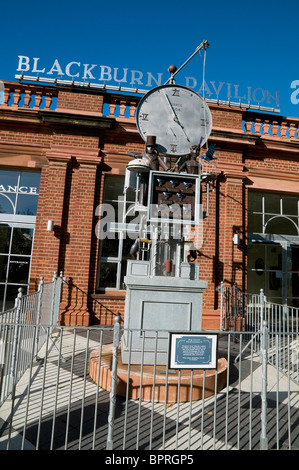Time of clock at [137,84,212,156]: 4:56
